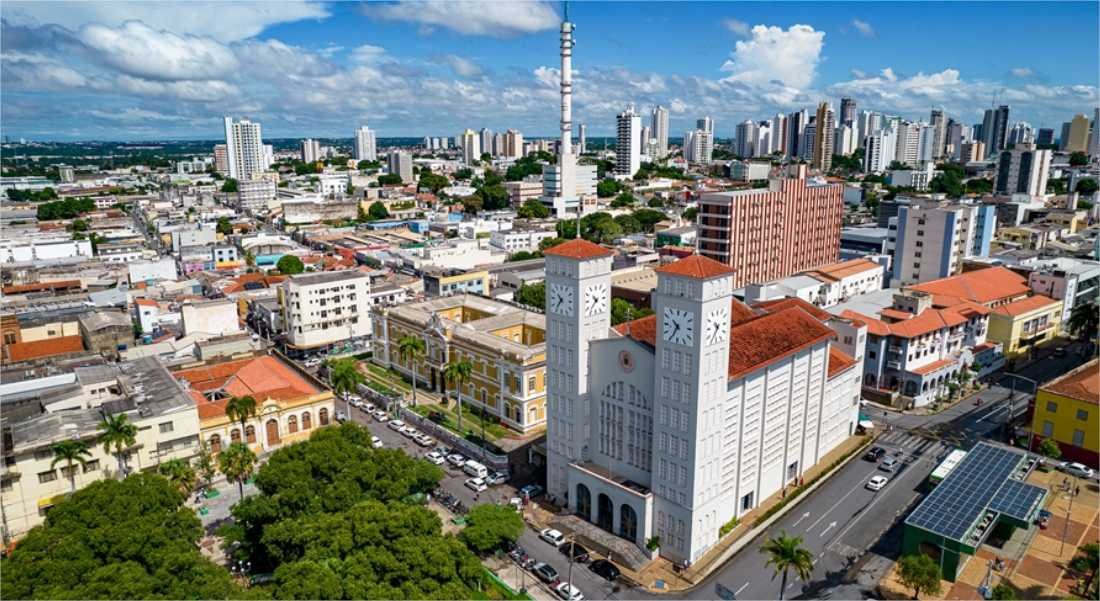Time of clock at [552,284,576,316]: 10:36
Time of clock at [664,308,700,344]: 10:34
